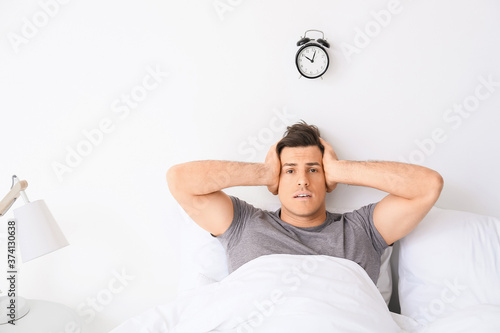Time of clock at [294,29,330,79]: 10:02
